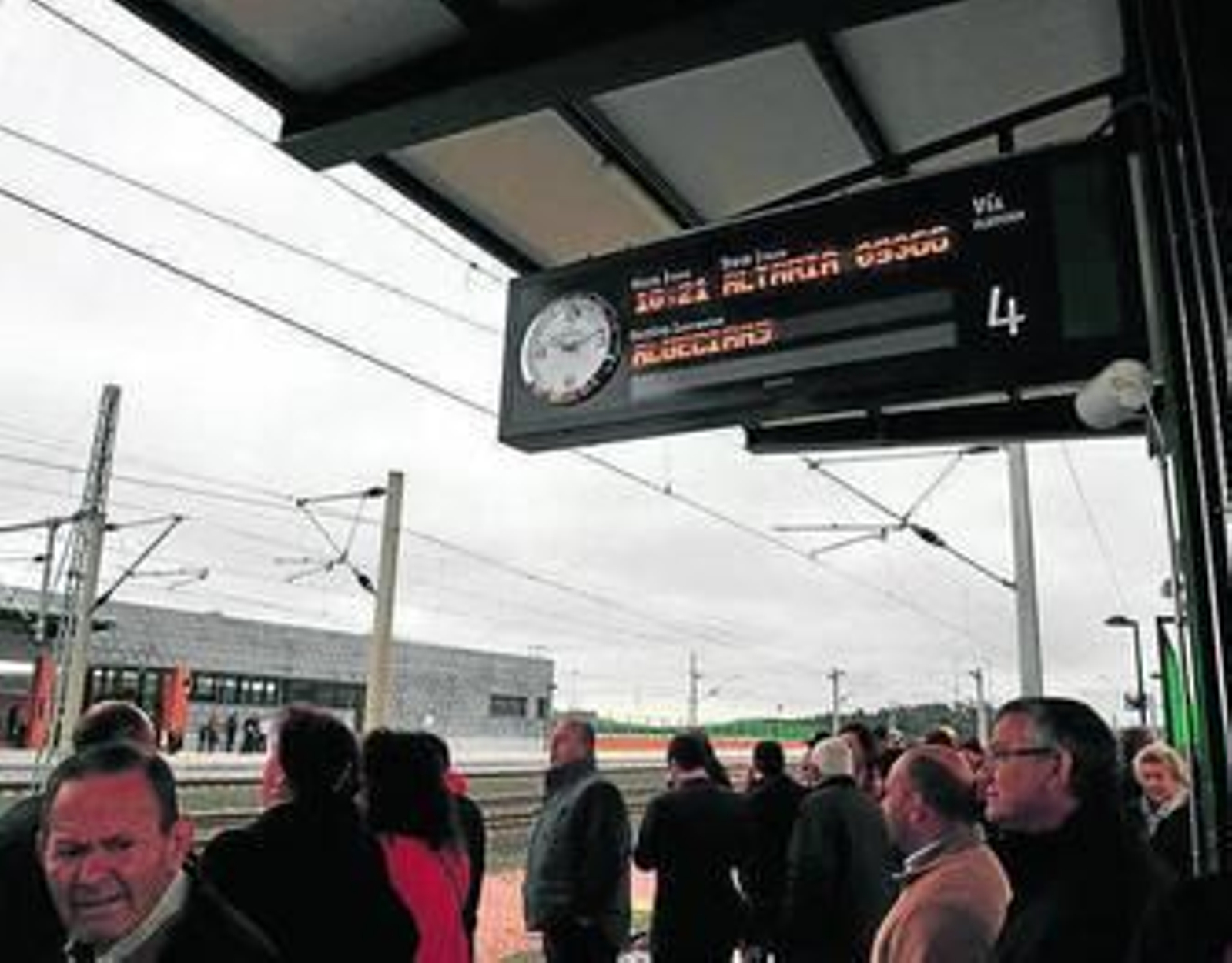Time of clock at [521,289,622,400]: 9:12
